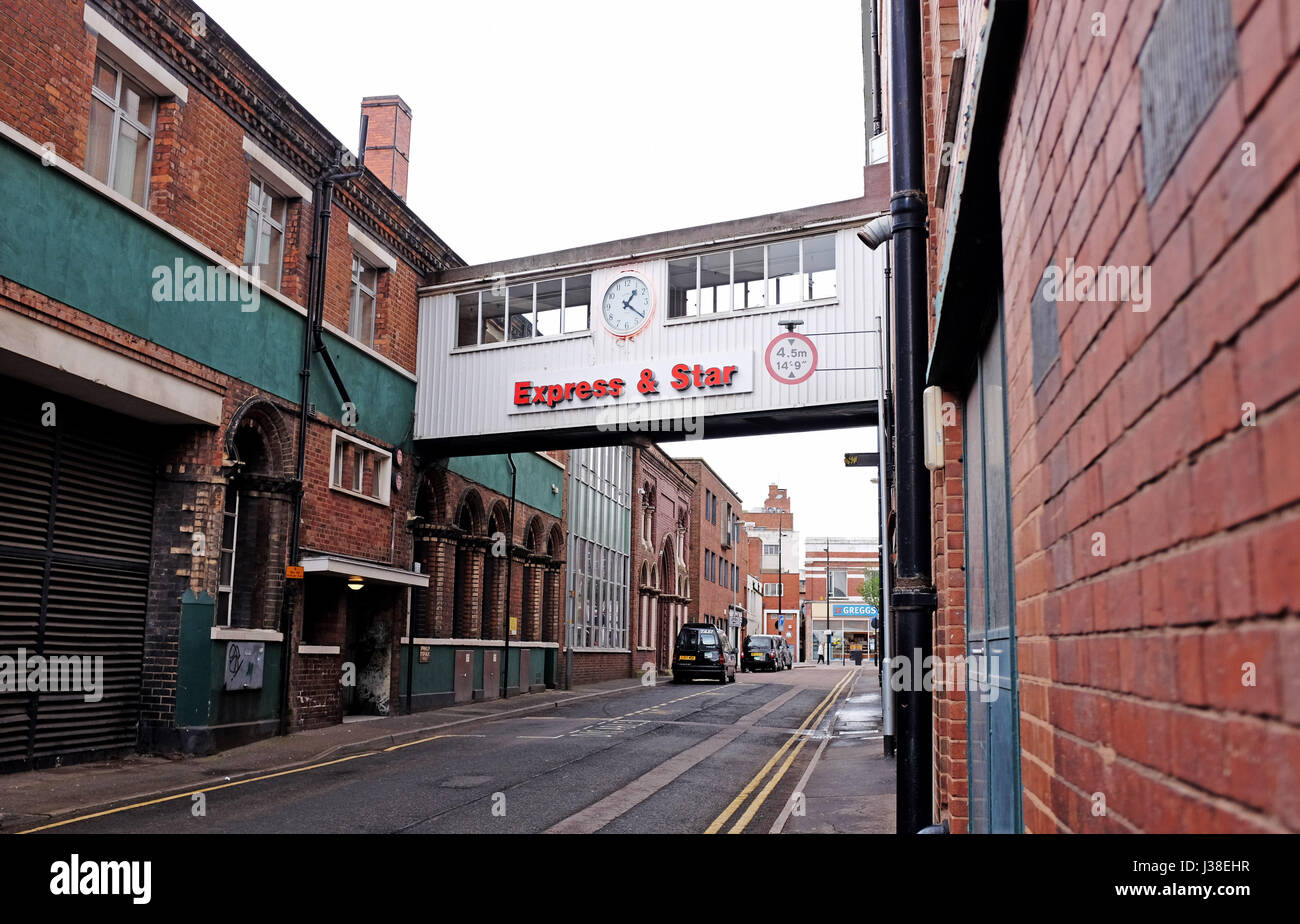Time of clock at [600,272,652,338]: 1:21
